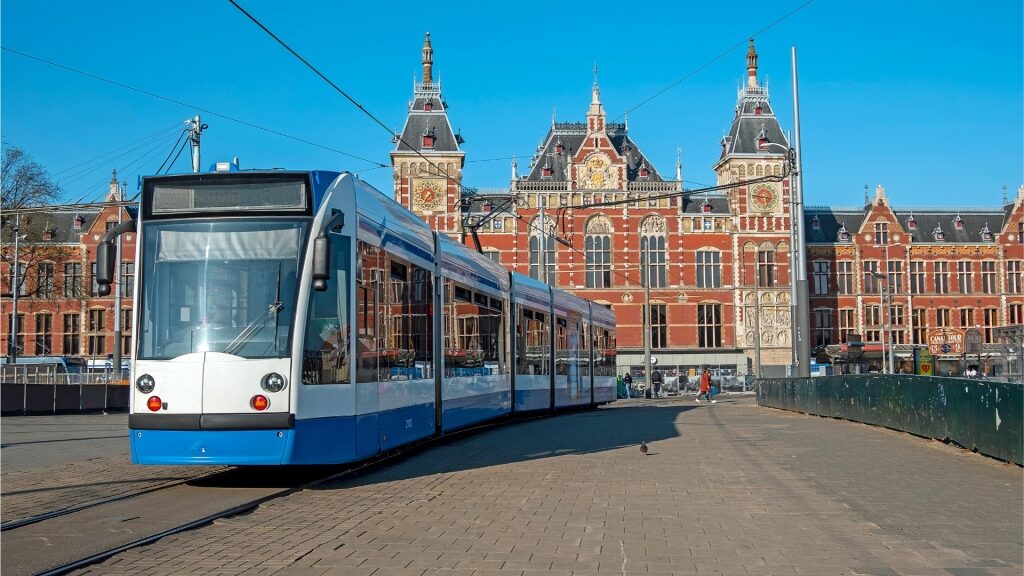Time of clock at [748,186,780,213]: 5:46
